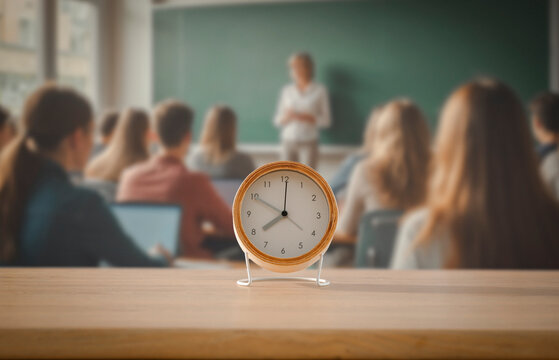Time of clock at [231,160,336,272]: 7:49
